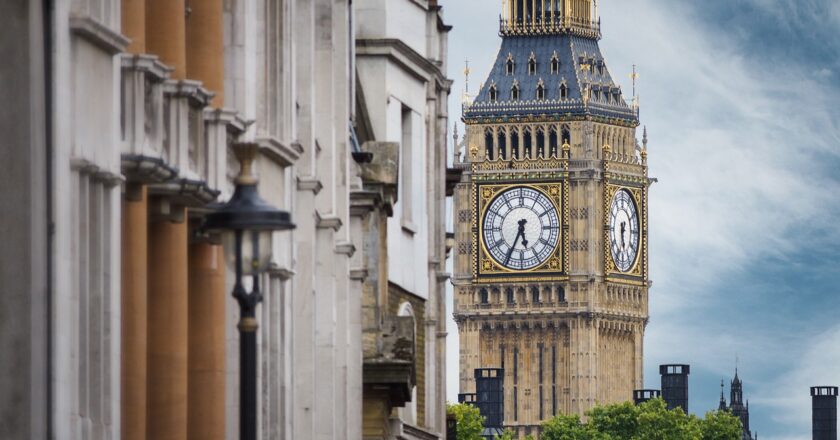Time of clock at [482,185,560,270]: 5:34
